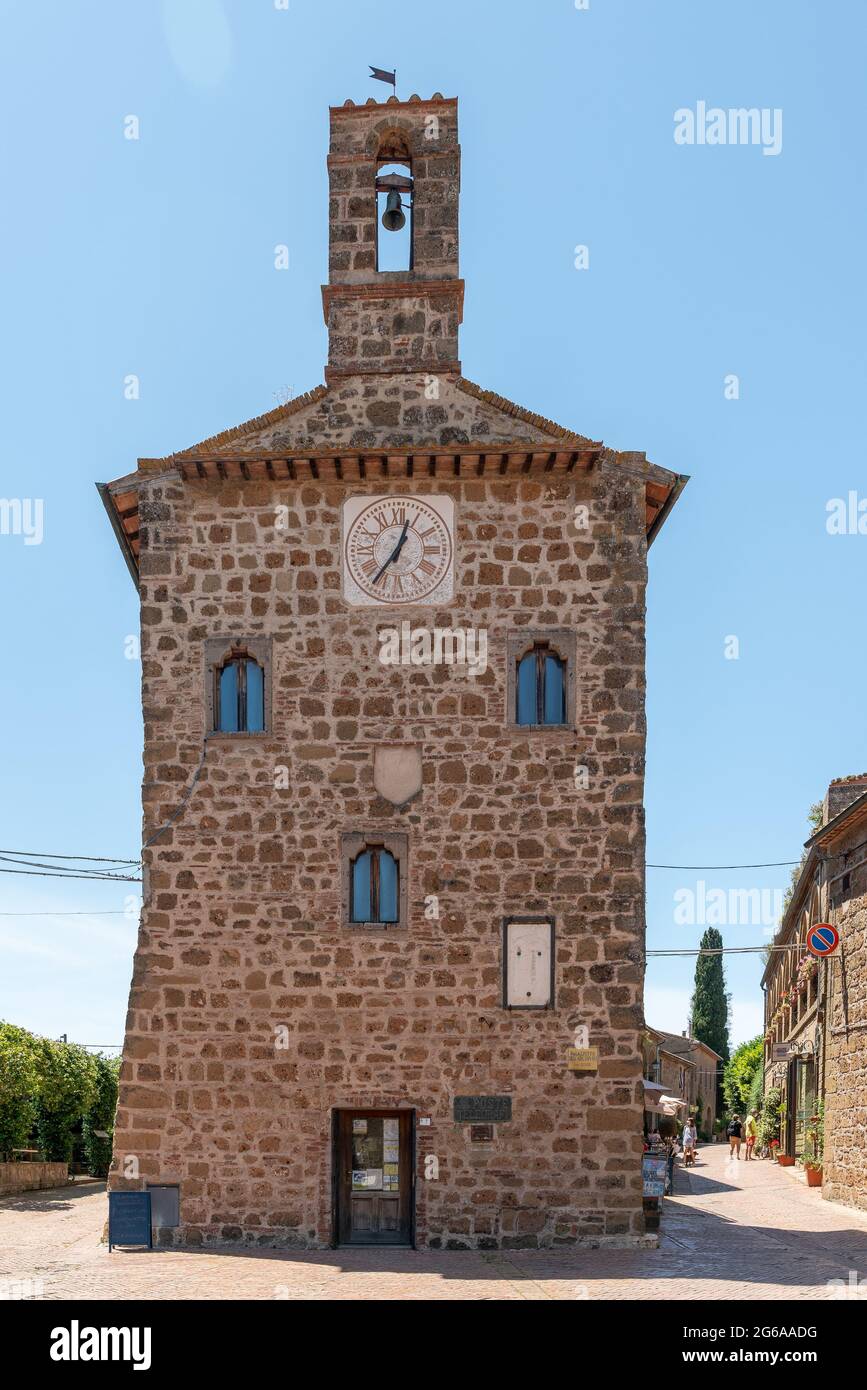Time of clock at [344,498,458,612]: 12:36
